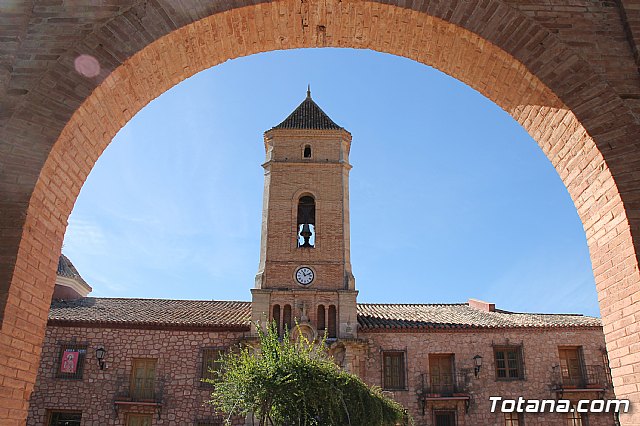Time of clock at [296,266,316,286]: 11:11
